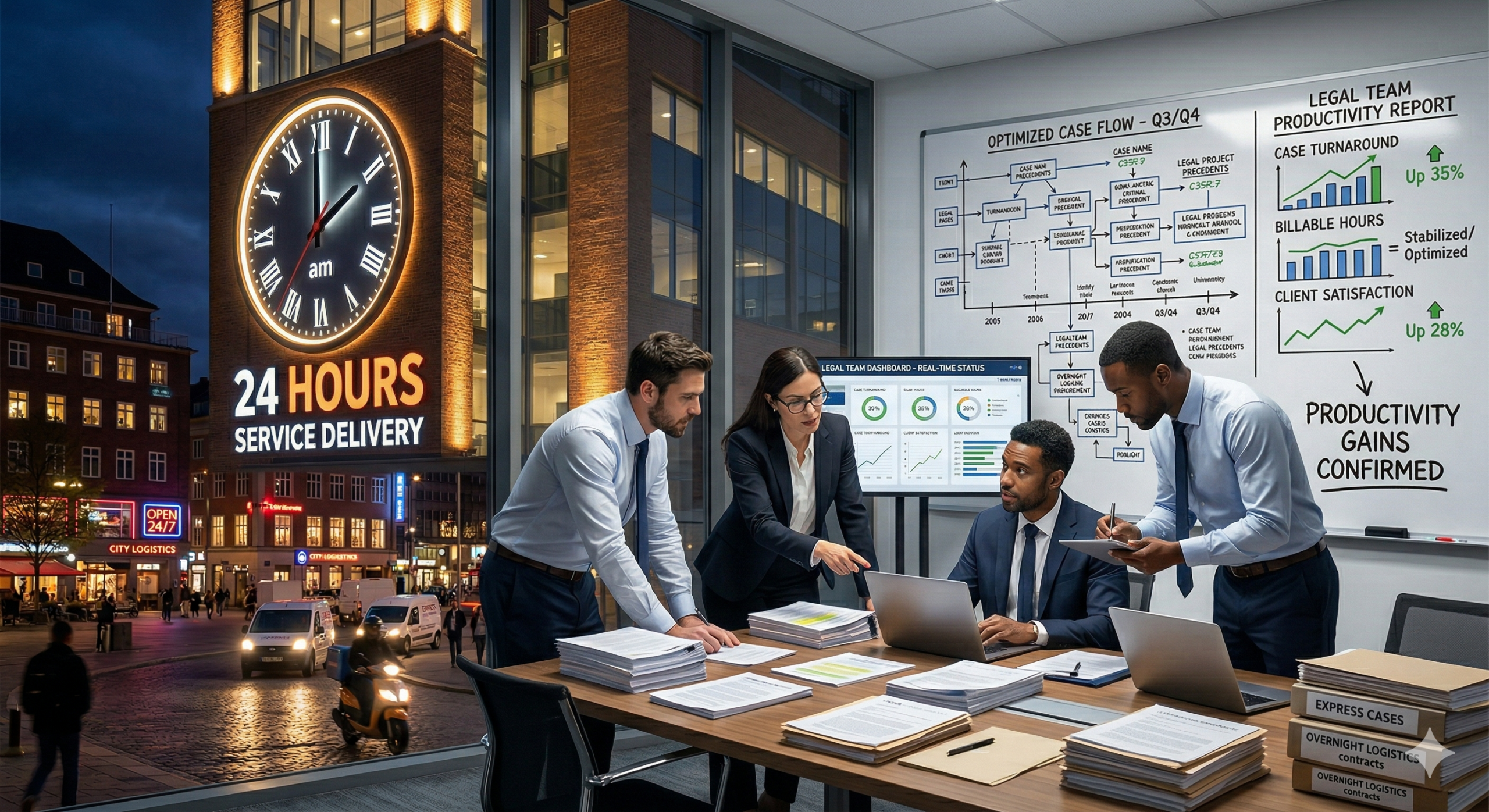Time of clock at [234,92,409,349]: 2:00
